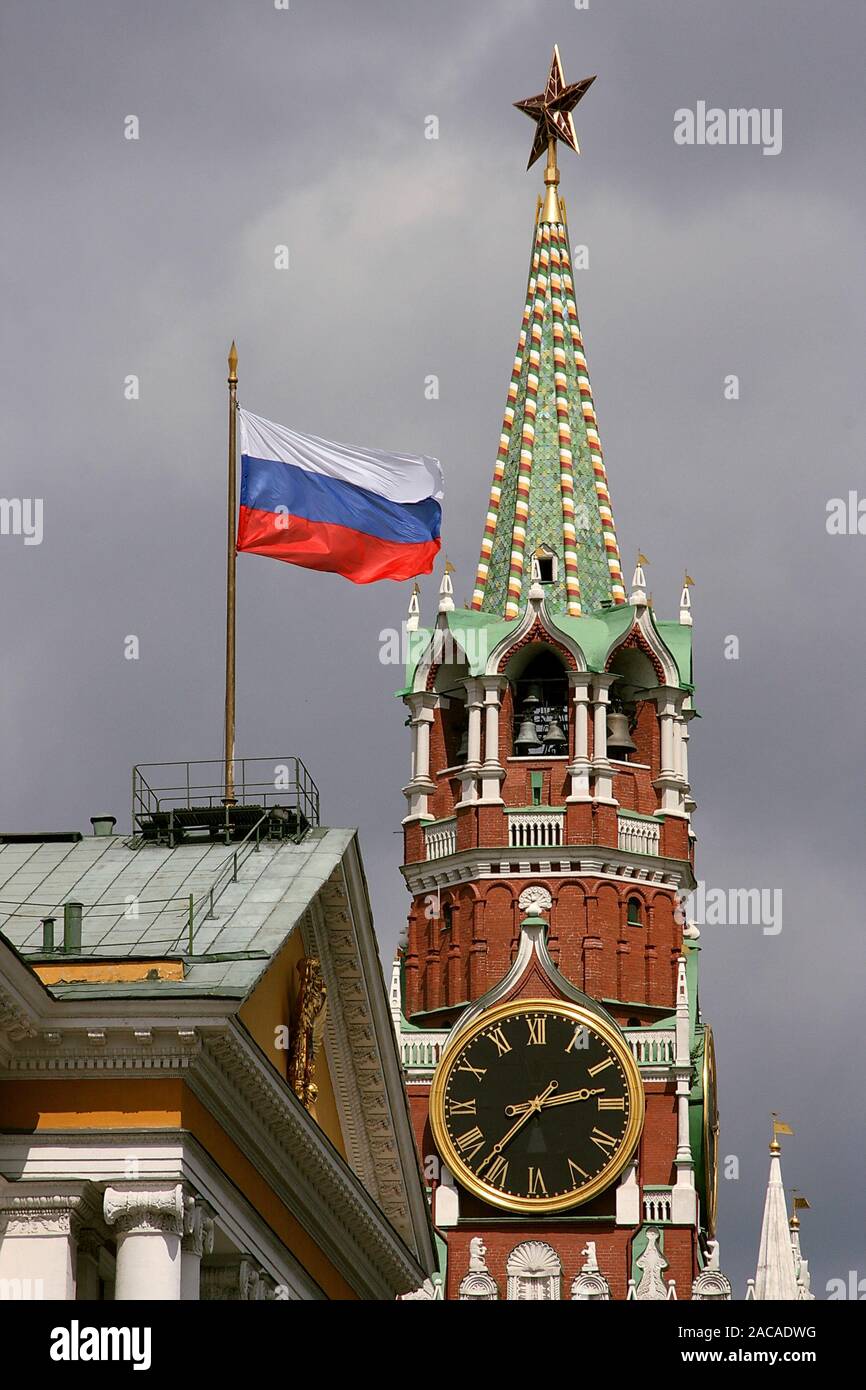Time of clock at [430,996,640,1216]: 2:36
